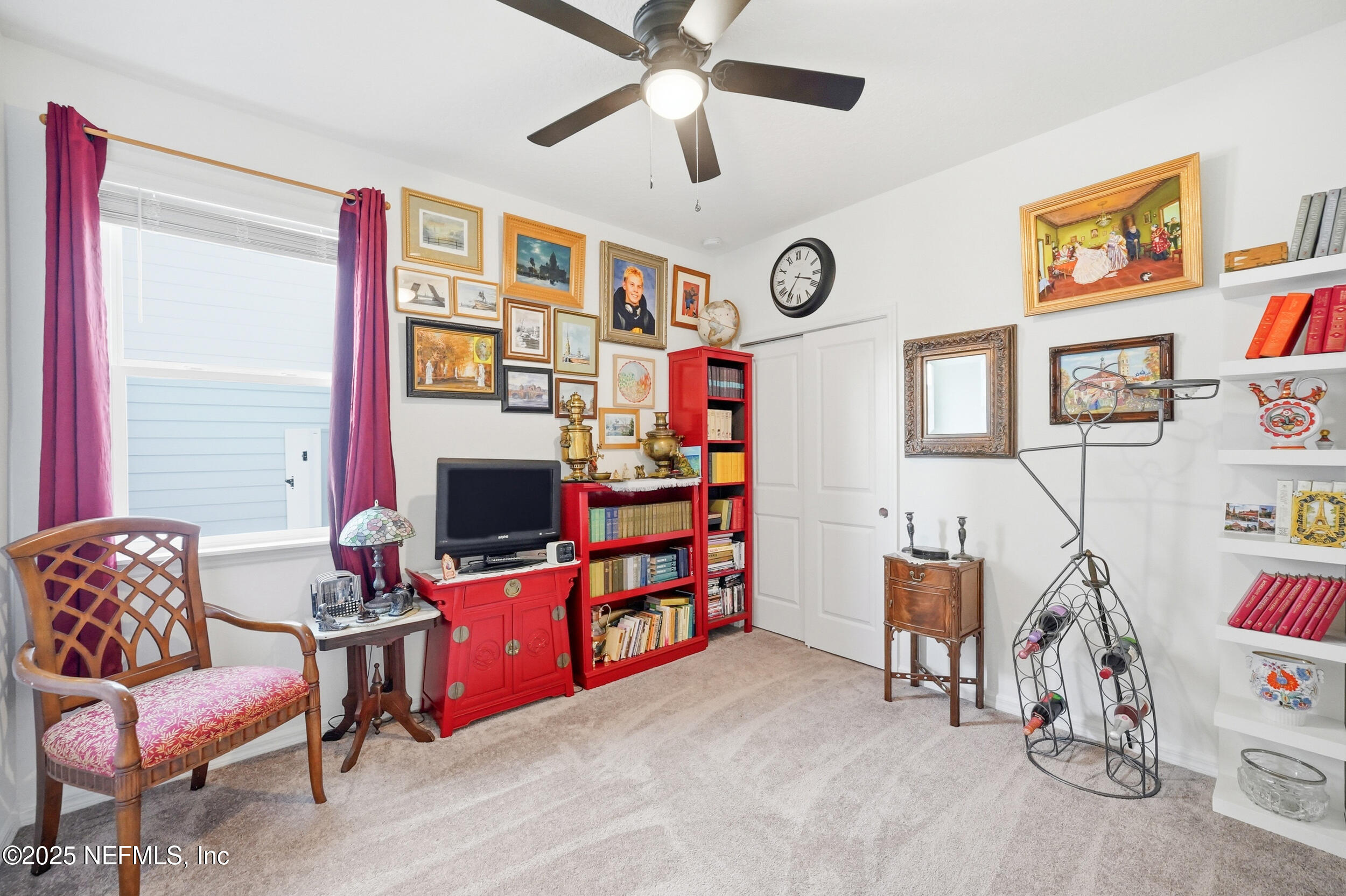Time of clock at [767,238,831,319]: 3:35
